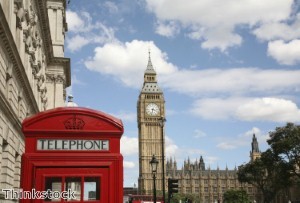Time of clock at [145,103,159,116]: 3:32
